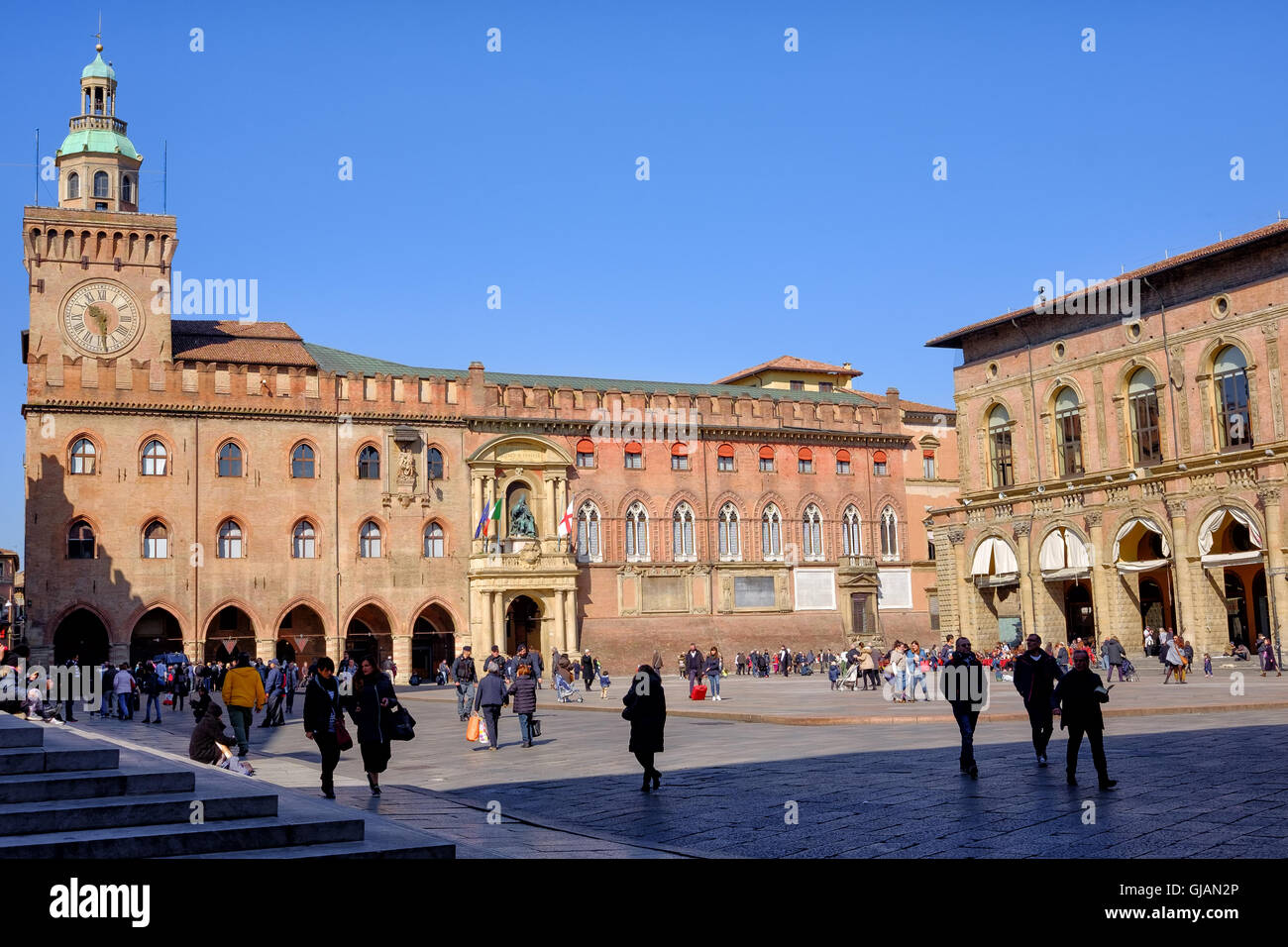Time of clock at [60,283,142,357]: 10:28
